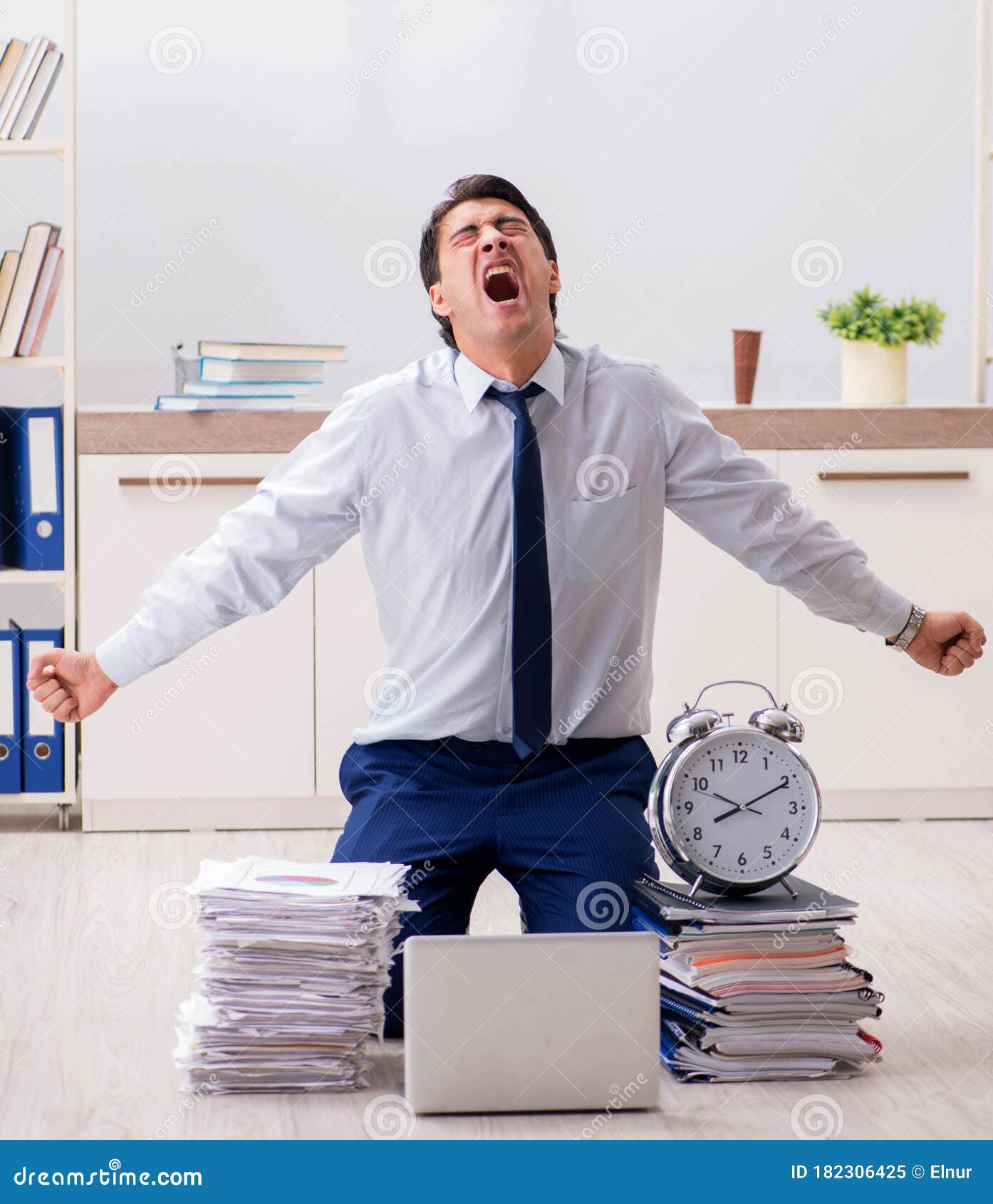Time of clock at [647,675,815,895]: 8:10
